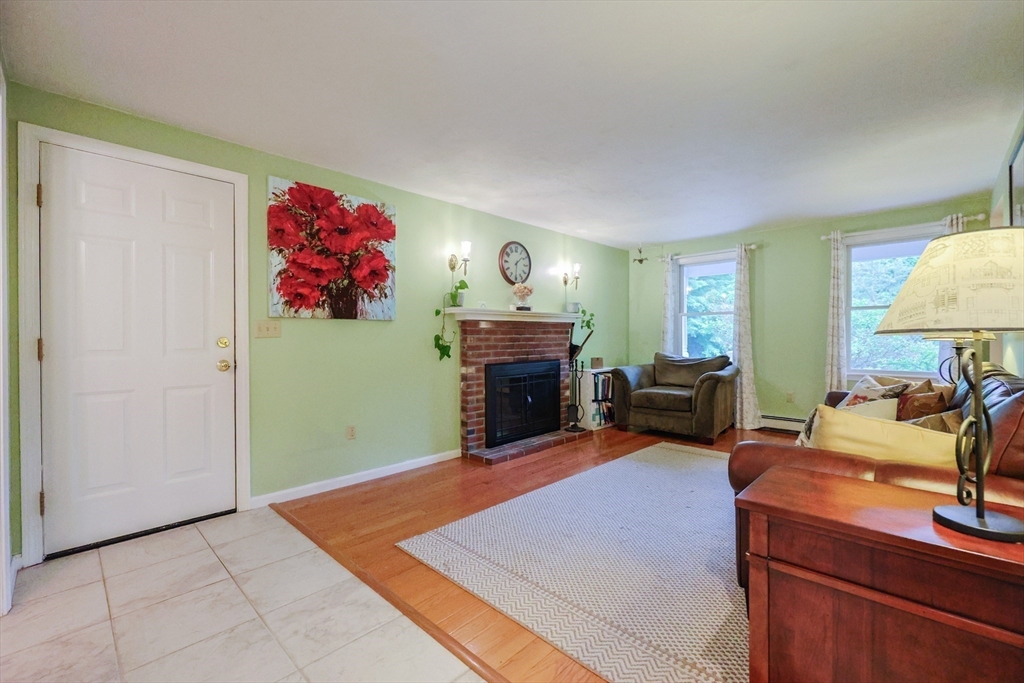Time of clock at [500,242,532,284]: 1:30
